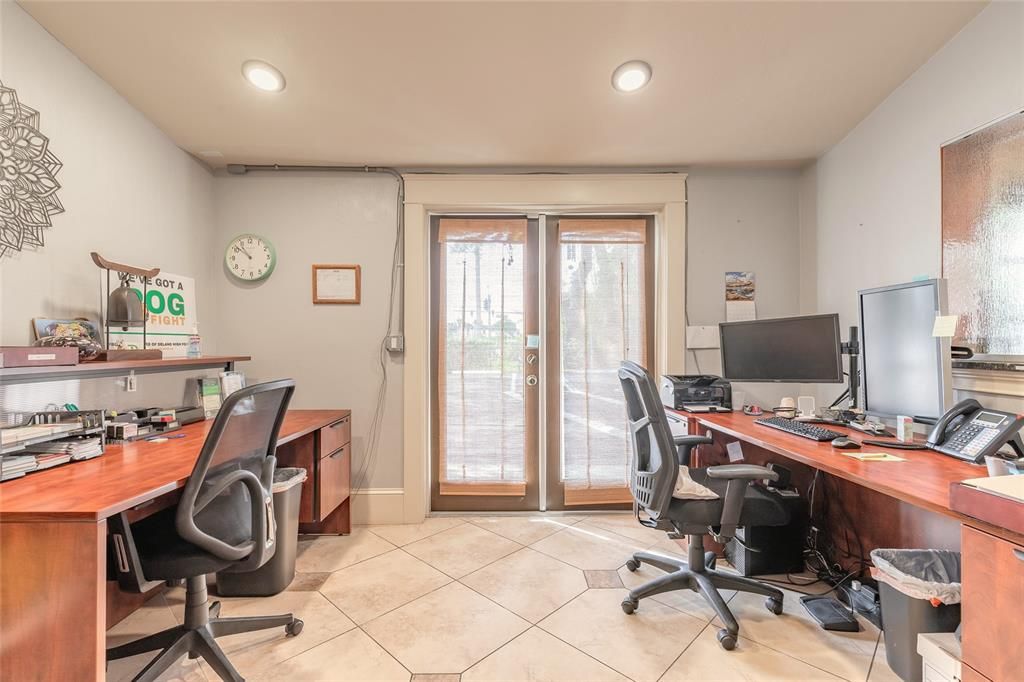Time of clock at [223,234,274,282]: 10:51
